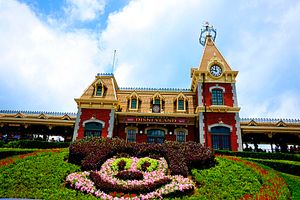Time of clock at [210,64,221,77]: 11:46
